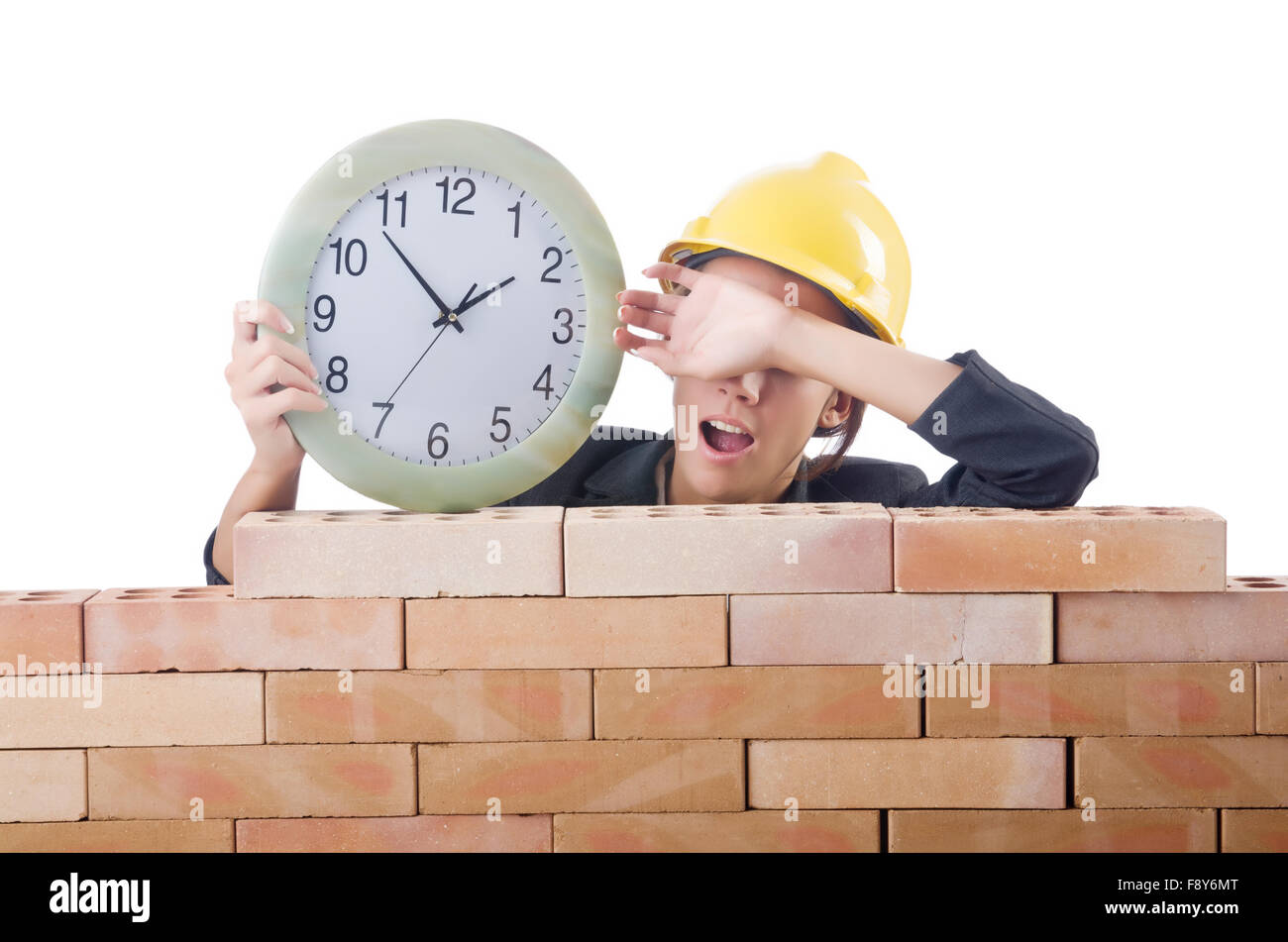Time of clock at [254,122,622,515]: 1:53
